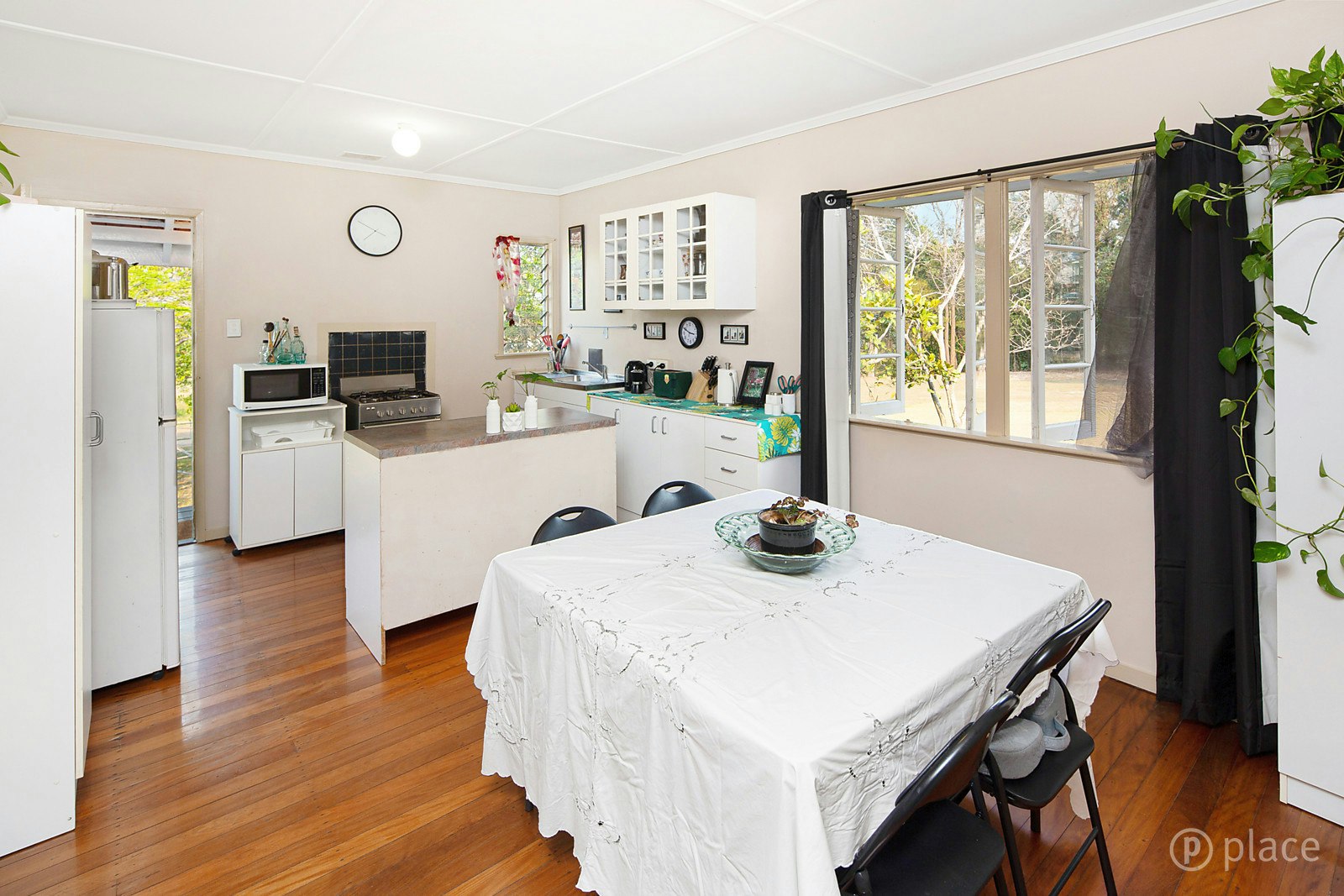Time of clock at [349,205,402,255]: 3:49
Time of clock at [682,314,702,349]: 2:49
